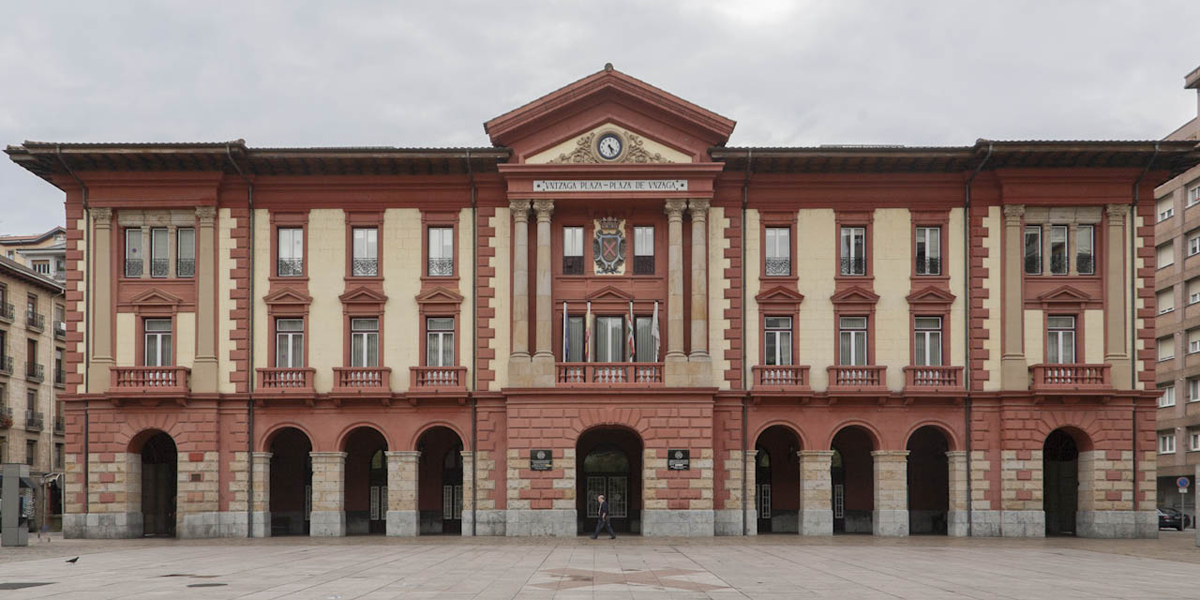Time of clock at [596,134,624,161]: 4:26
